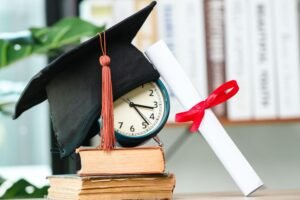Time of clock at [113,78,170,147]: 3:23
